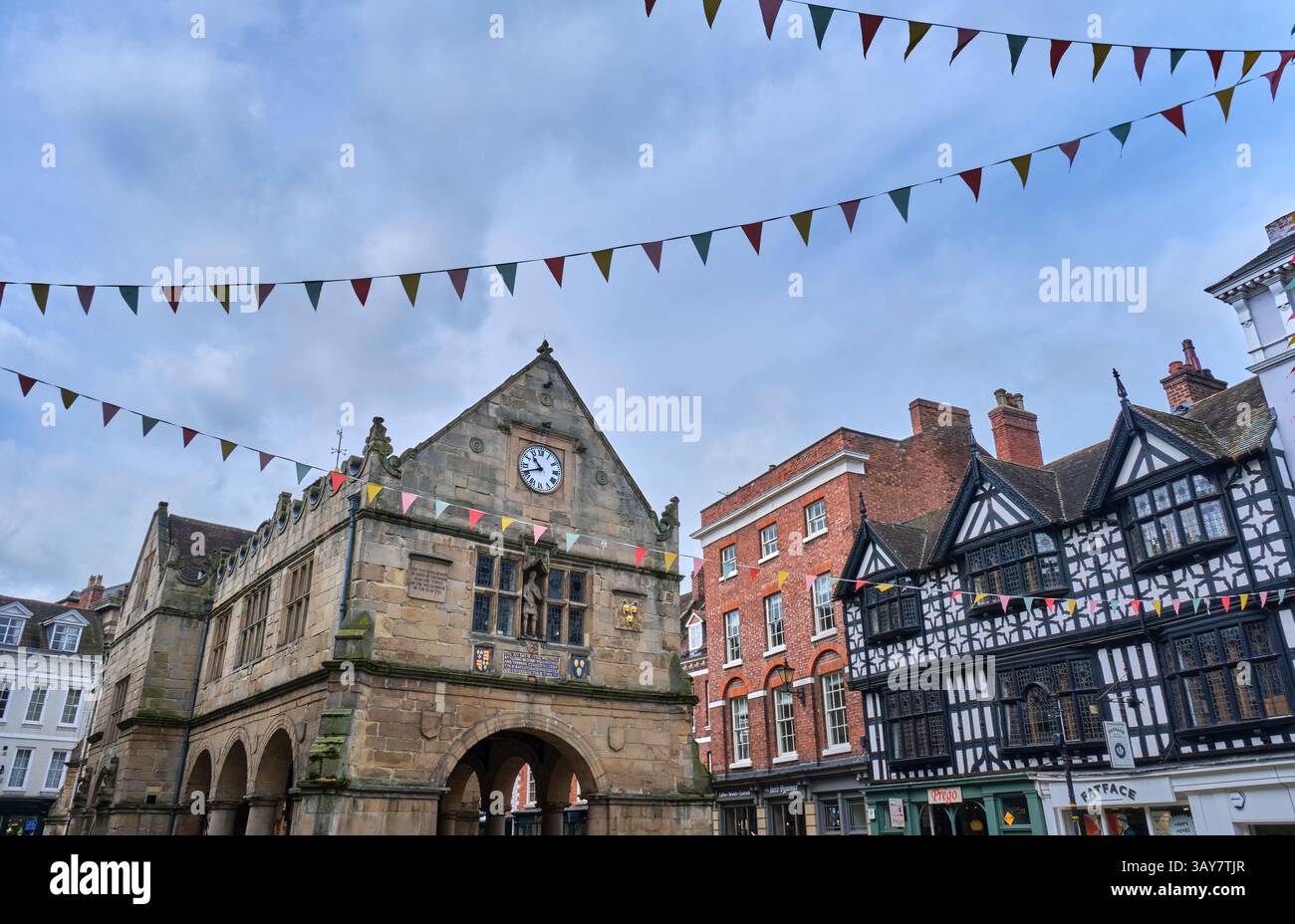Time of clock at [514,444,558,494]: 10:41
